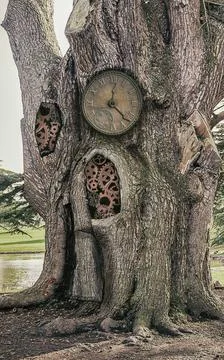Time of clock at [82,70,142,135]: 12:22
